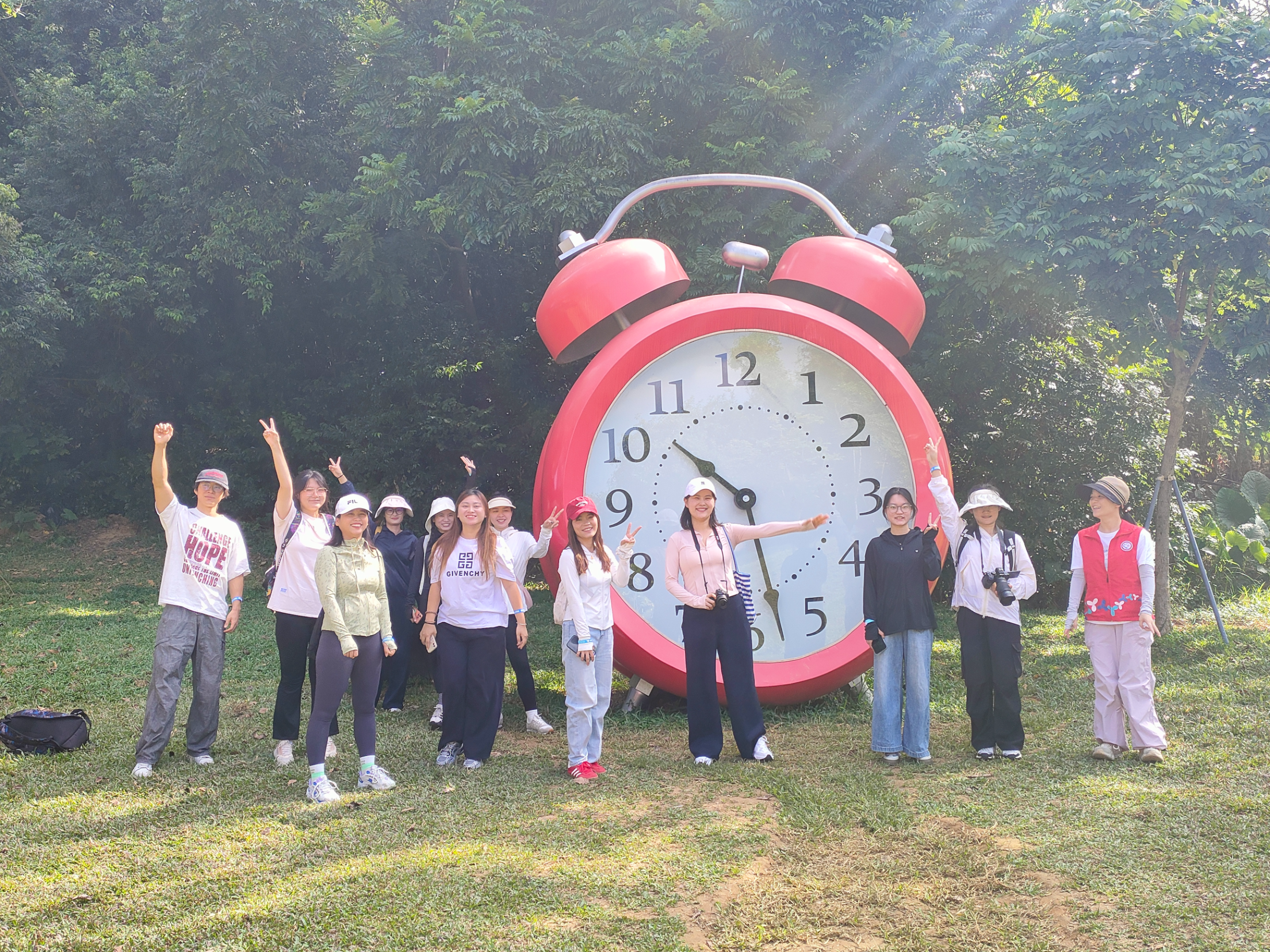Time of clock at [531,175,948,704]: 10:27
